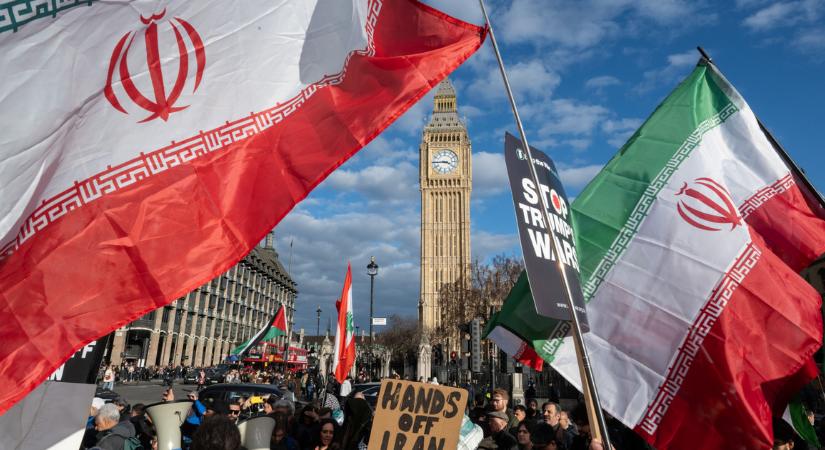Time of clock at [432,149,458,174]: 3:44
